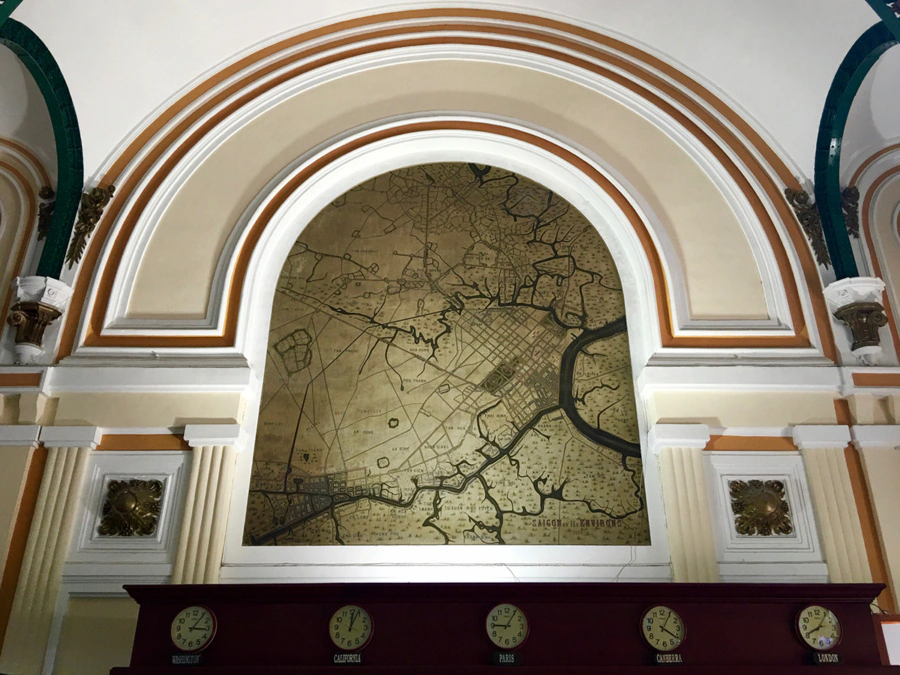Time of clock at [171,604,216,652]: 3:05
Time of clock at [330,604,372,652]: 12:03
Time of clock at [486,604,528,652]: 9:05
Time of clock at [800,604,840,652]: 8:06
